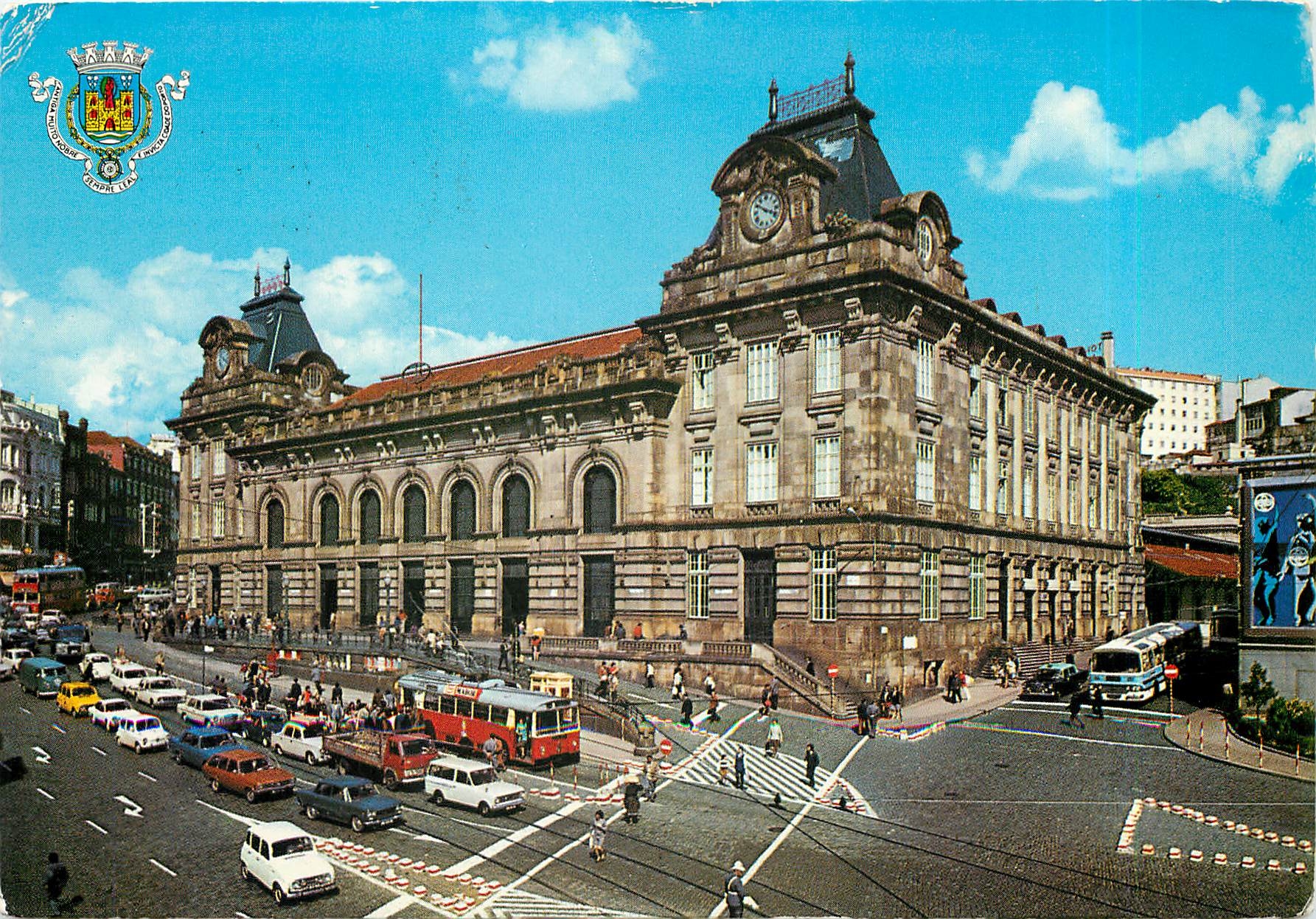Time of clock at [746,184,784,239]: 3:50
